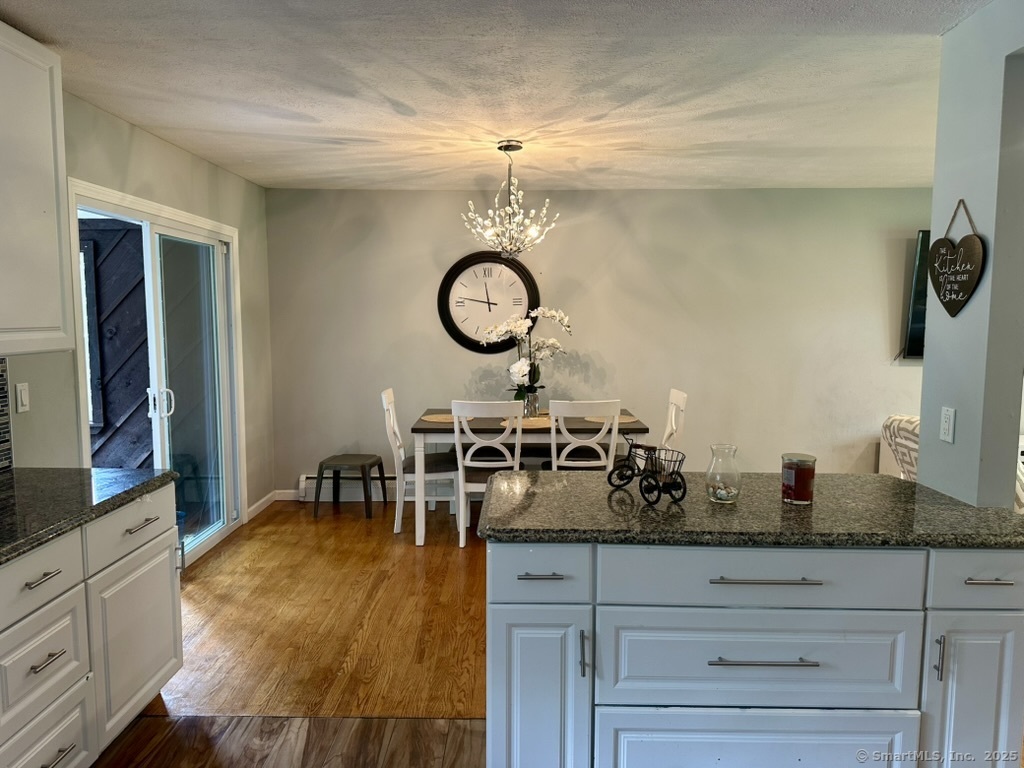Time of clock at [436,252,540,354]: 11:46
